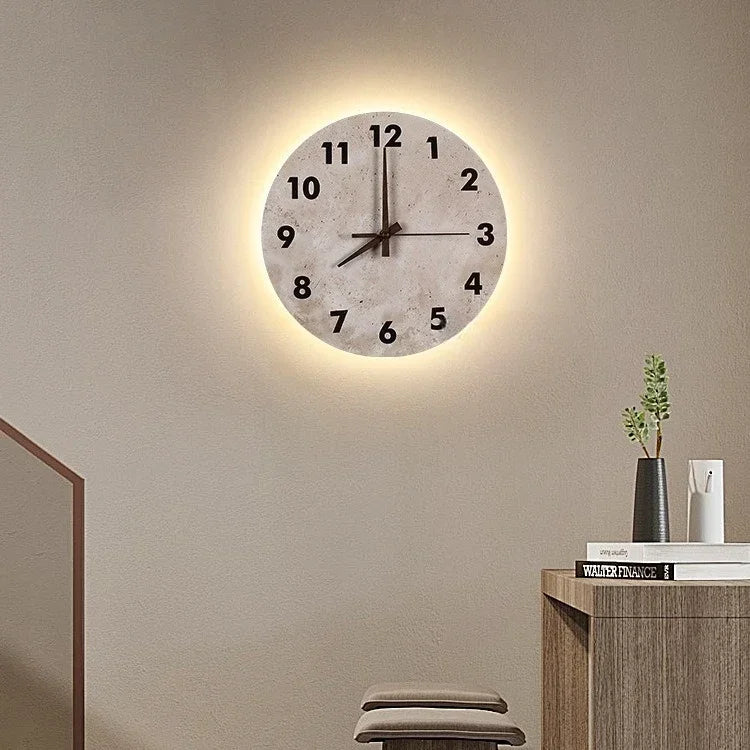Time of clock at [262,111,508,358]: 7:59
